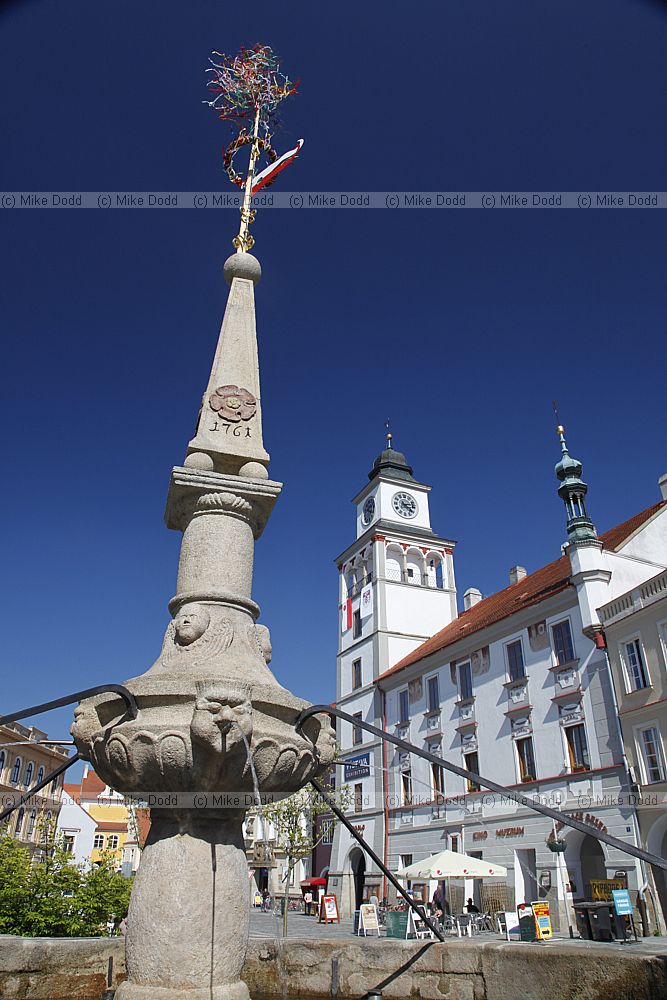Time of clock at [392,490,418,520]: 4:12
